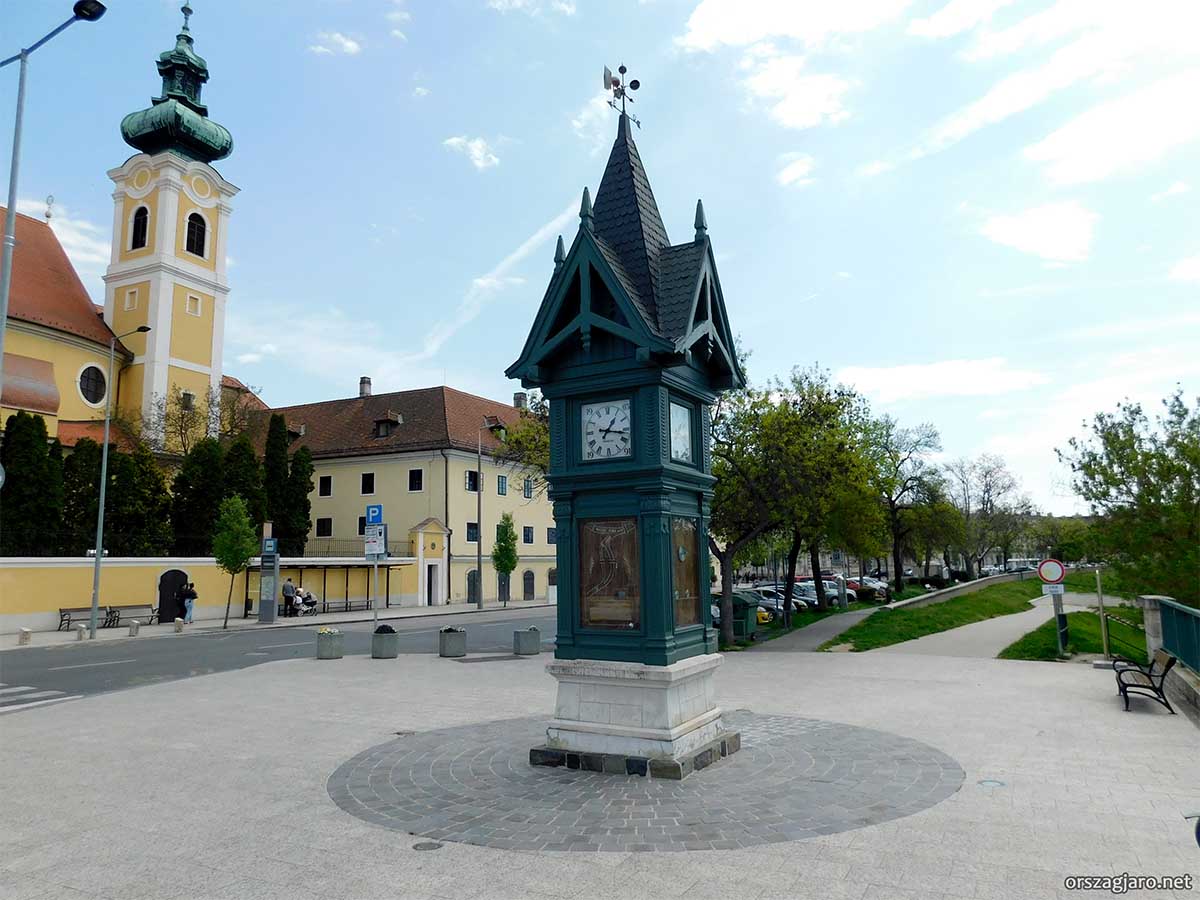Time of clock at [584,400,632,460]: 1:16
